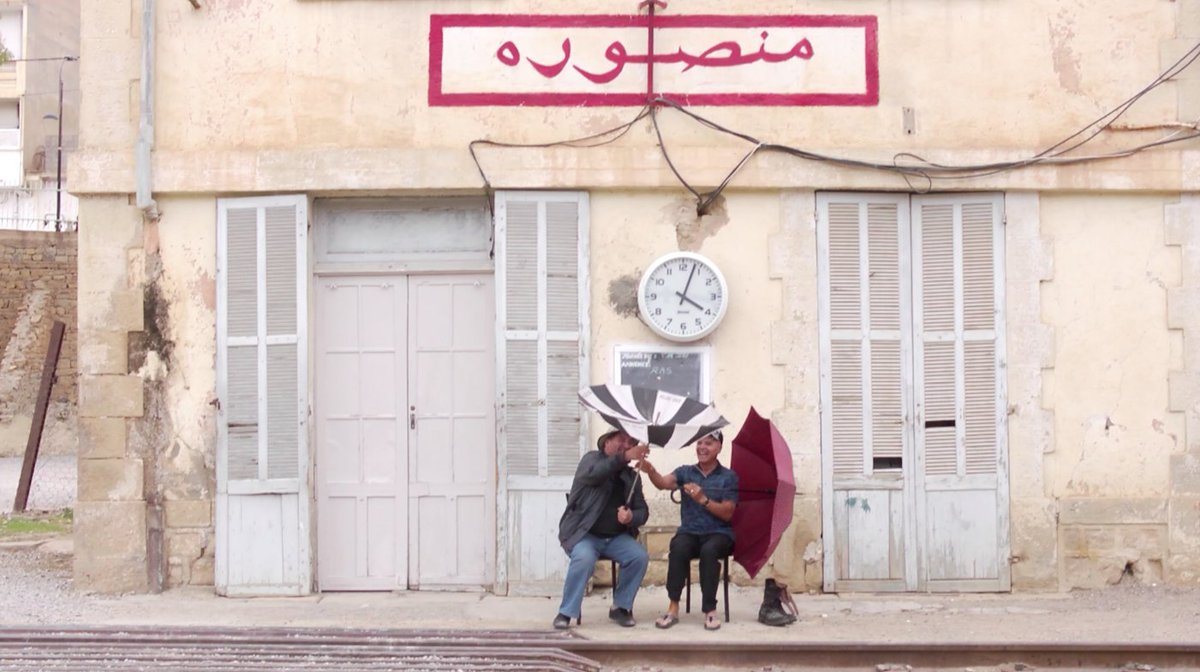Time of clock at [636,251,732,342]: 4:03
